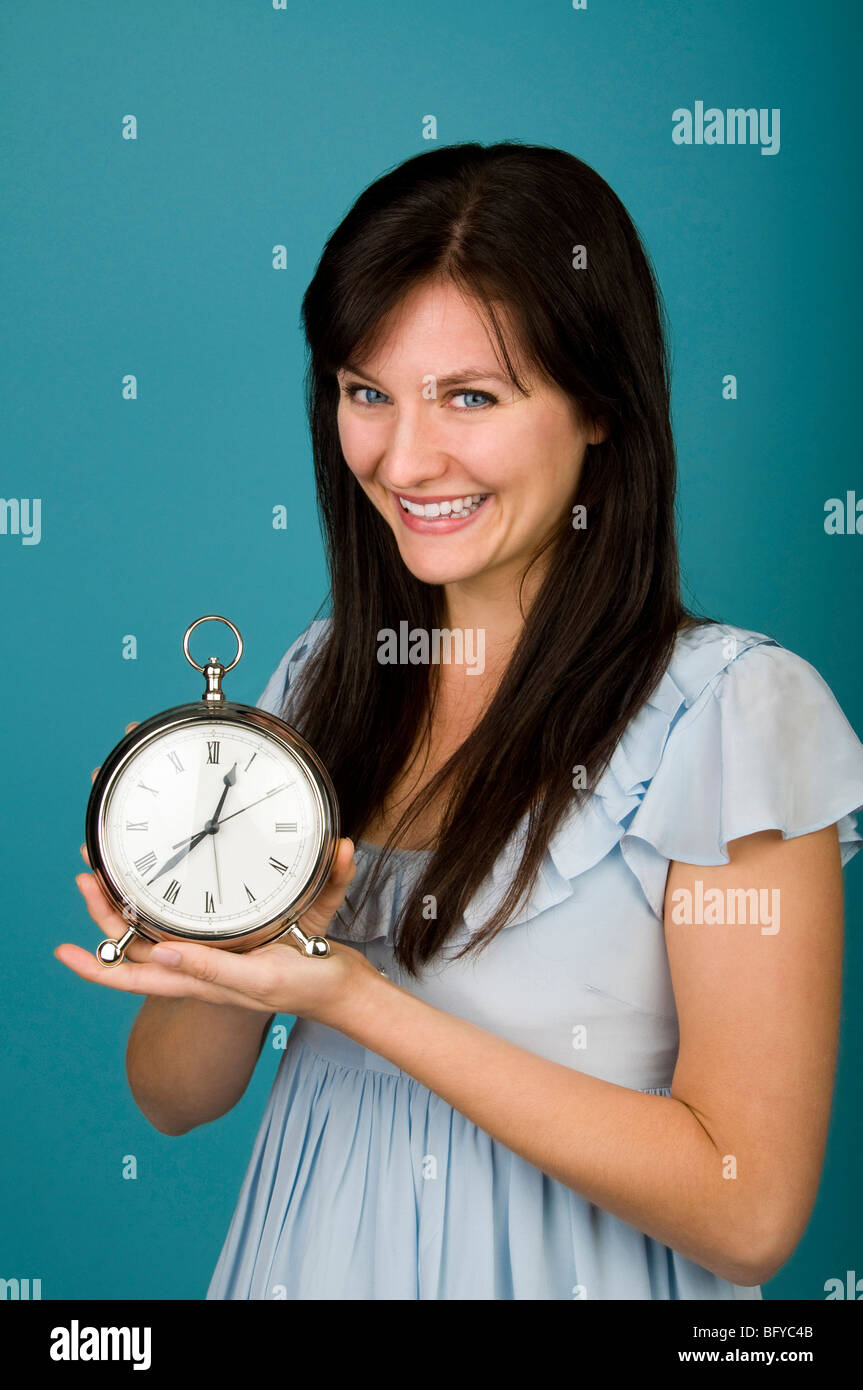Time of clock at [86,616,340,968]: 12:37
